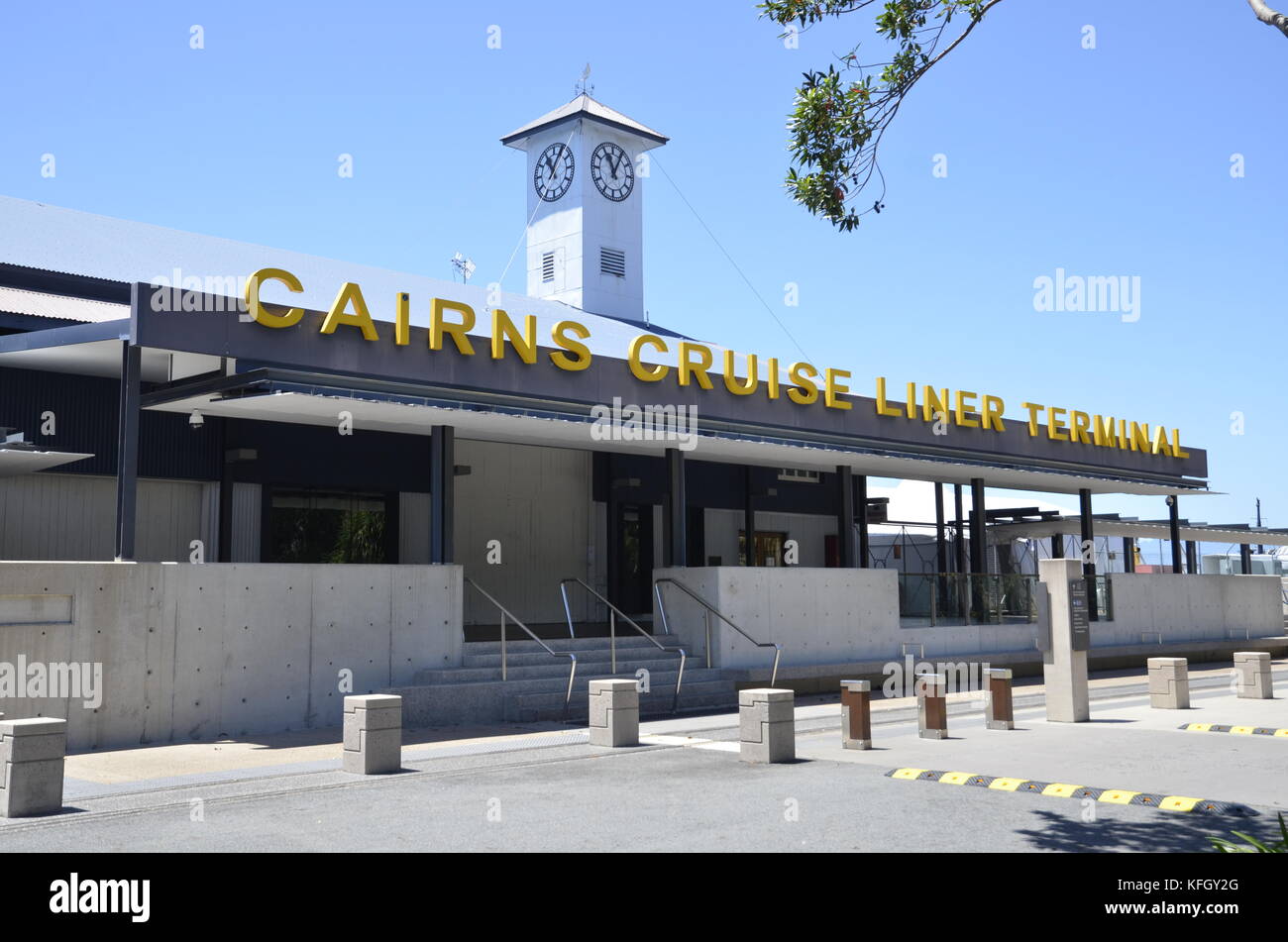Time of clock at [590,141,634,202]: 11:04
